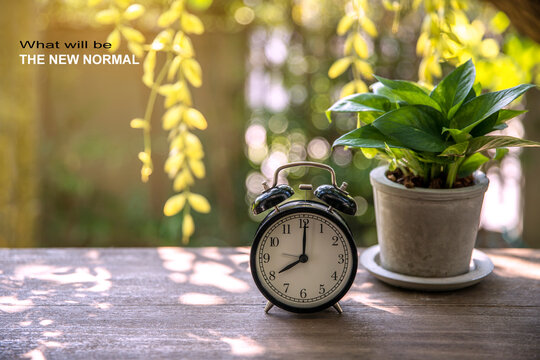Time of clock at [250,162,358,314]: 8:00
